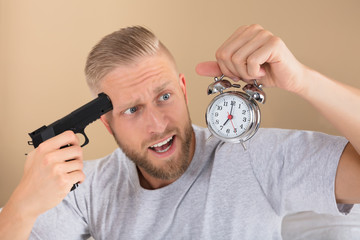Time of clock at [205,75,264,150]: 7:00
